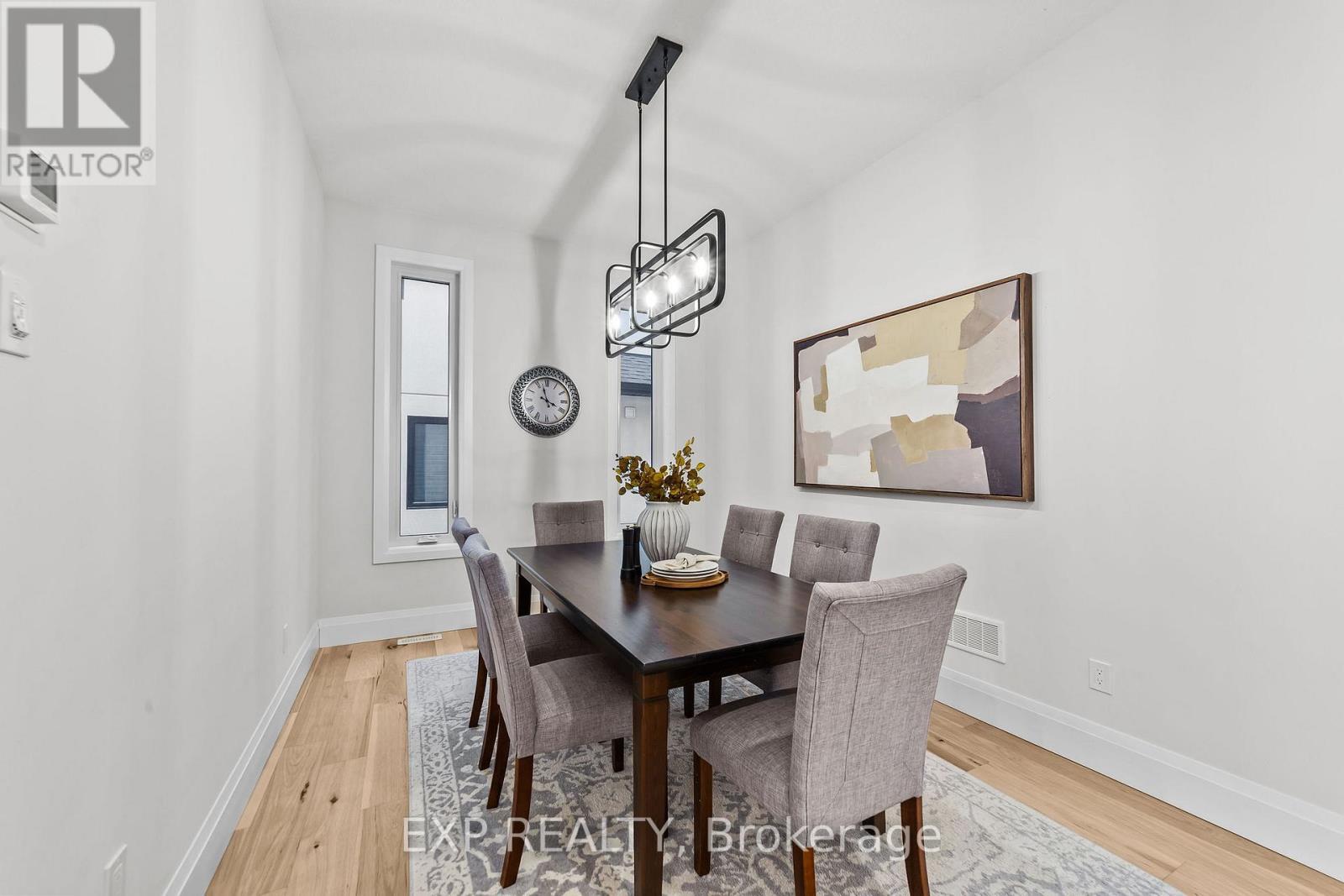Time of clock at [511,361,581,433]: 3:57
